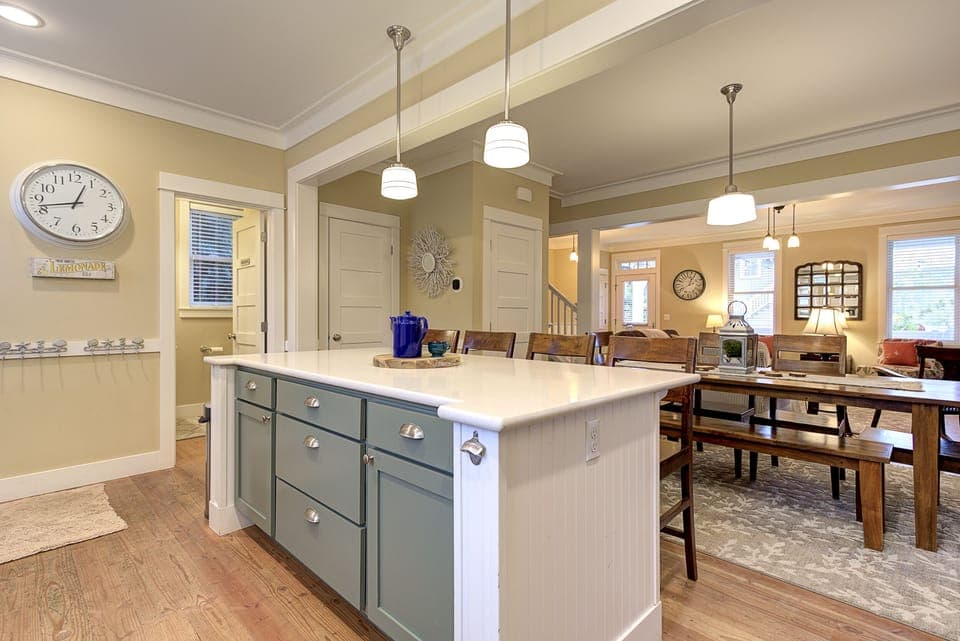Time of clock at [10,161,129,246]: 12:42
